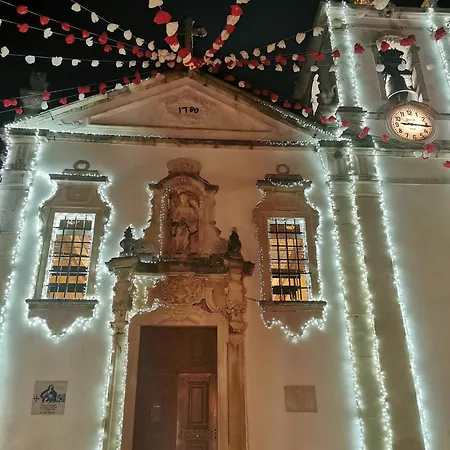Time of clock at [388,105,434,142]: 9:15
